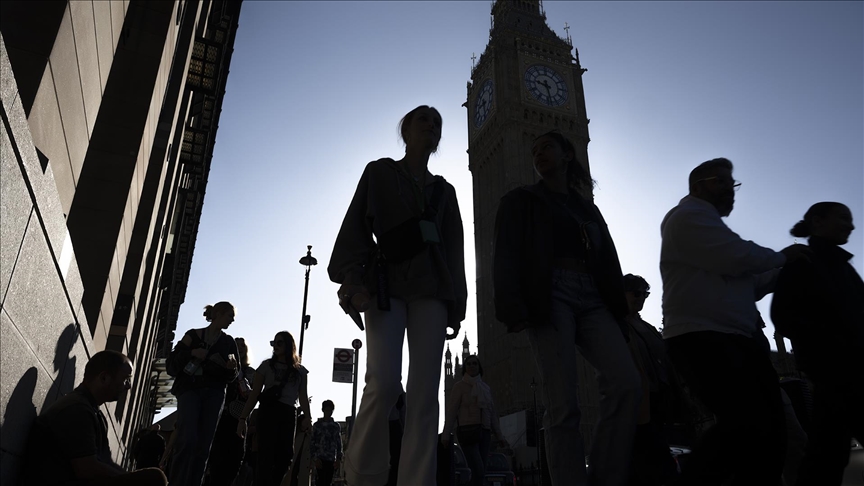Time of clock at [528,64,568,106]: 9:28
